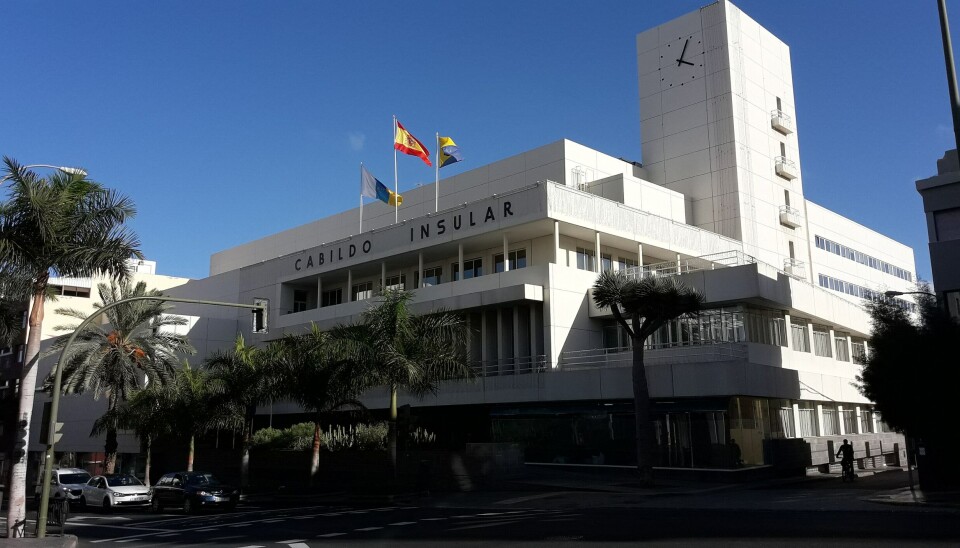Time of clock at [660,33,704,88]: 4:04
